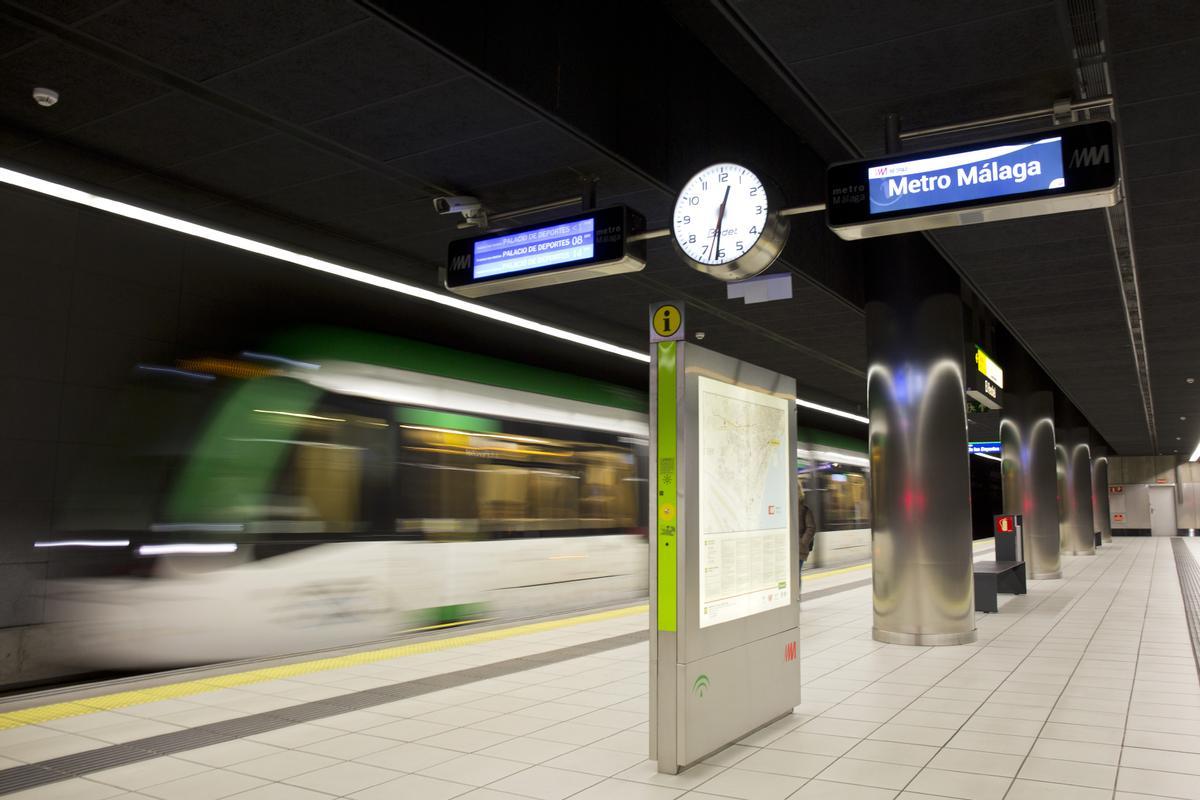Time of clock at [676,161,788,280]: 12:31
